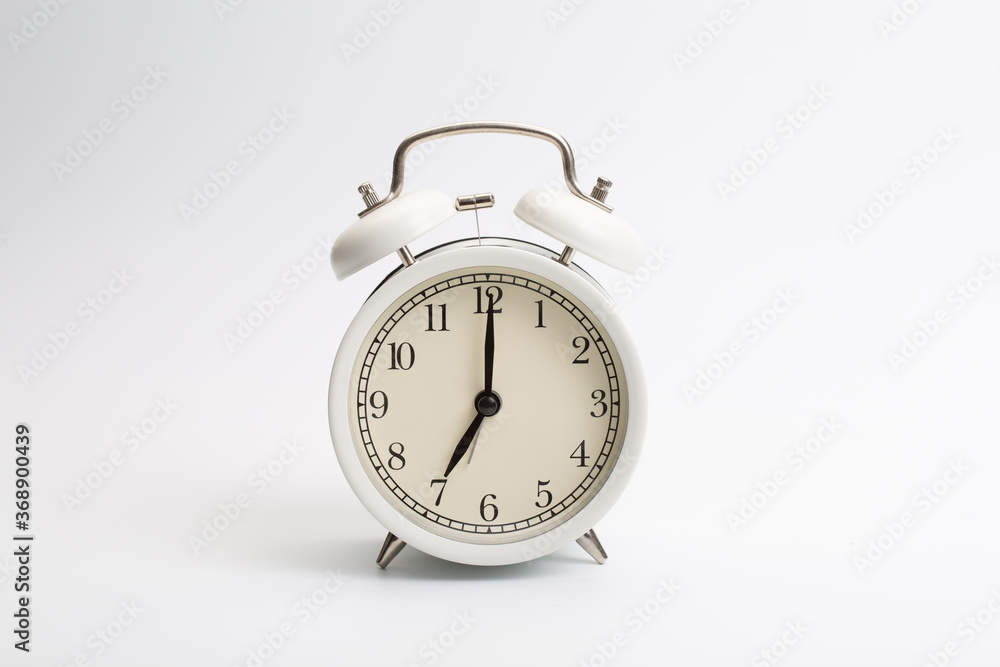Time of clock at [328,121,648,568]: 7:00
